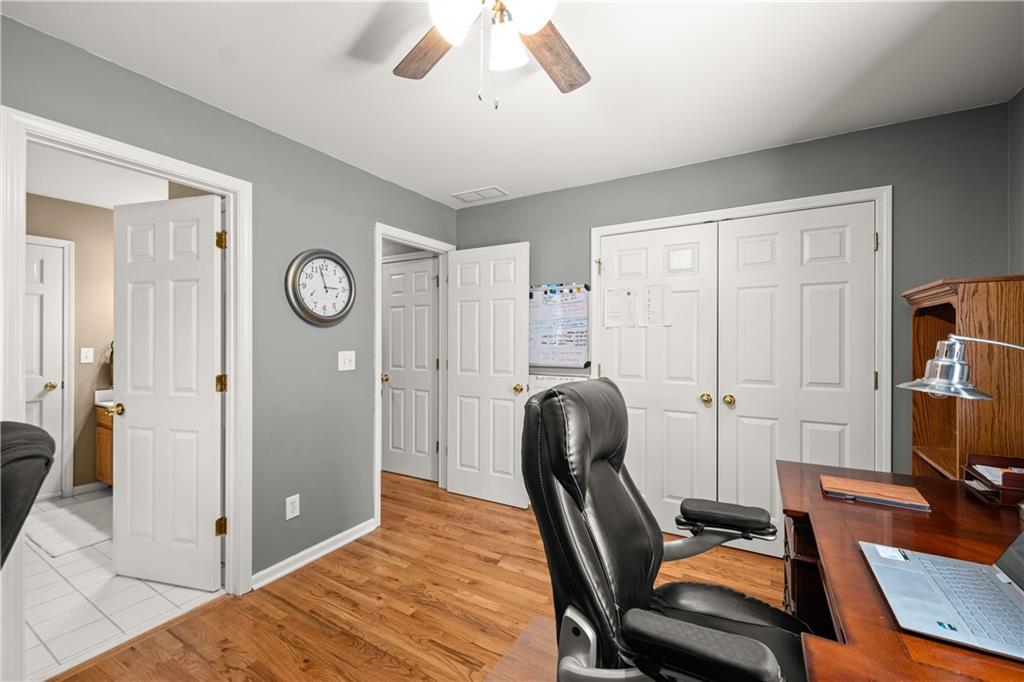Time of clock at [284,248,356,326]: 2:57
